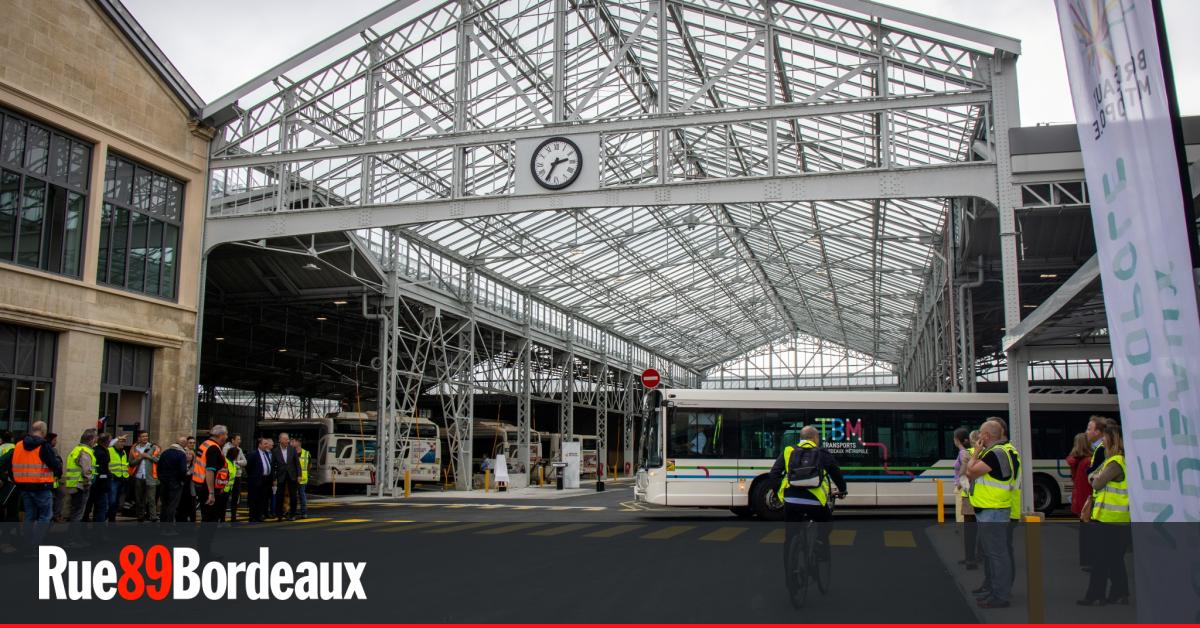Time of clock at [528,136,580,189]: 2:35
